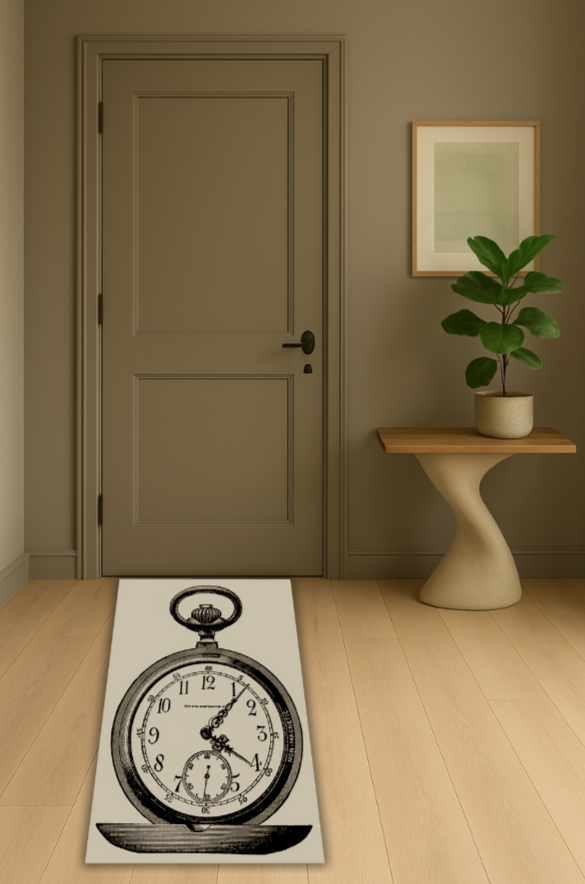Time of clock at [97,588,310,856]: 4:06
